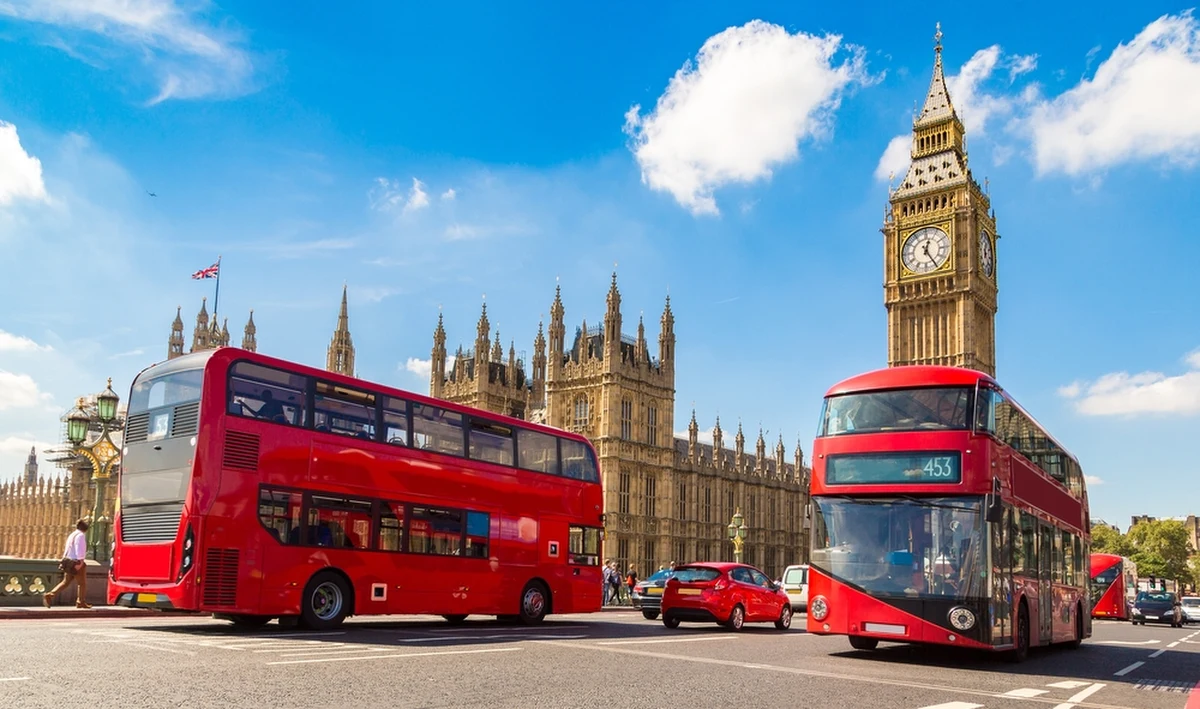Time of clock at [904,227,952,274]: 12:24
